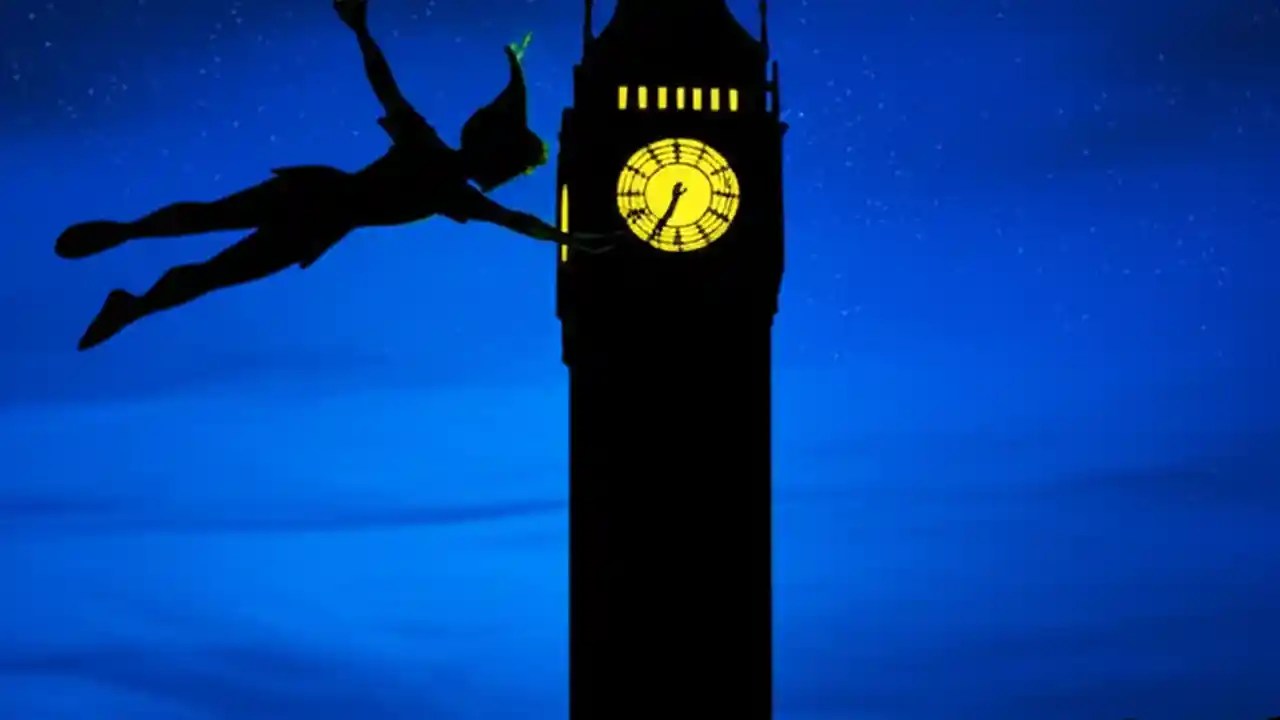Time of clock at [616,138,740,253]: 6:34
